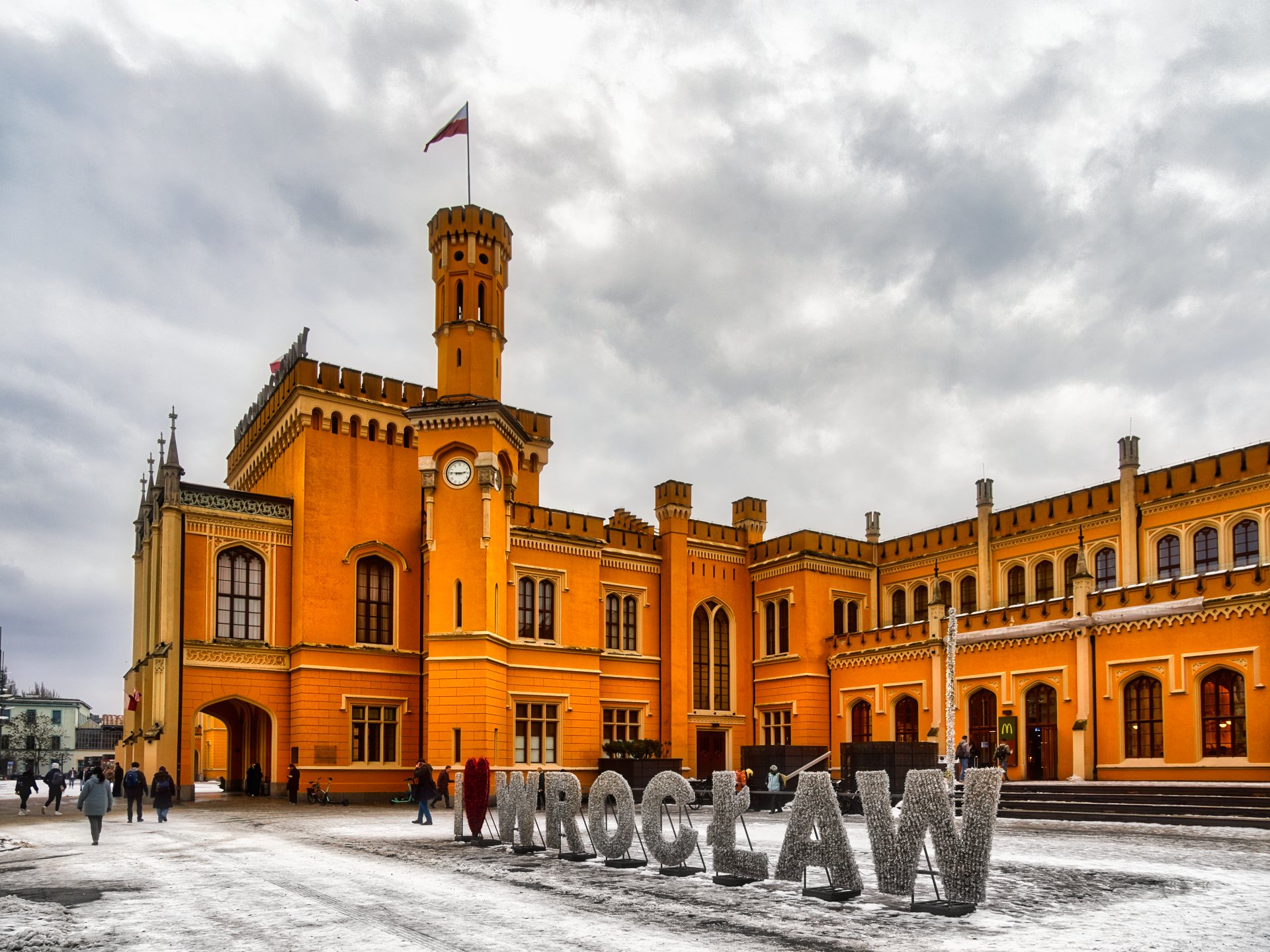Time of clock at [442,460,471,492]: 2:45
